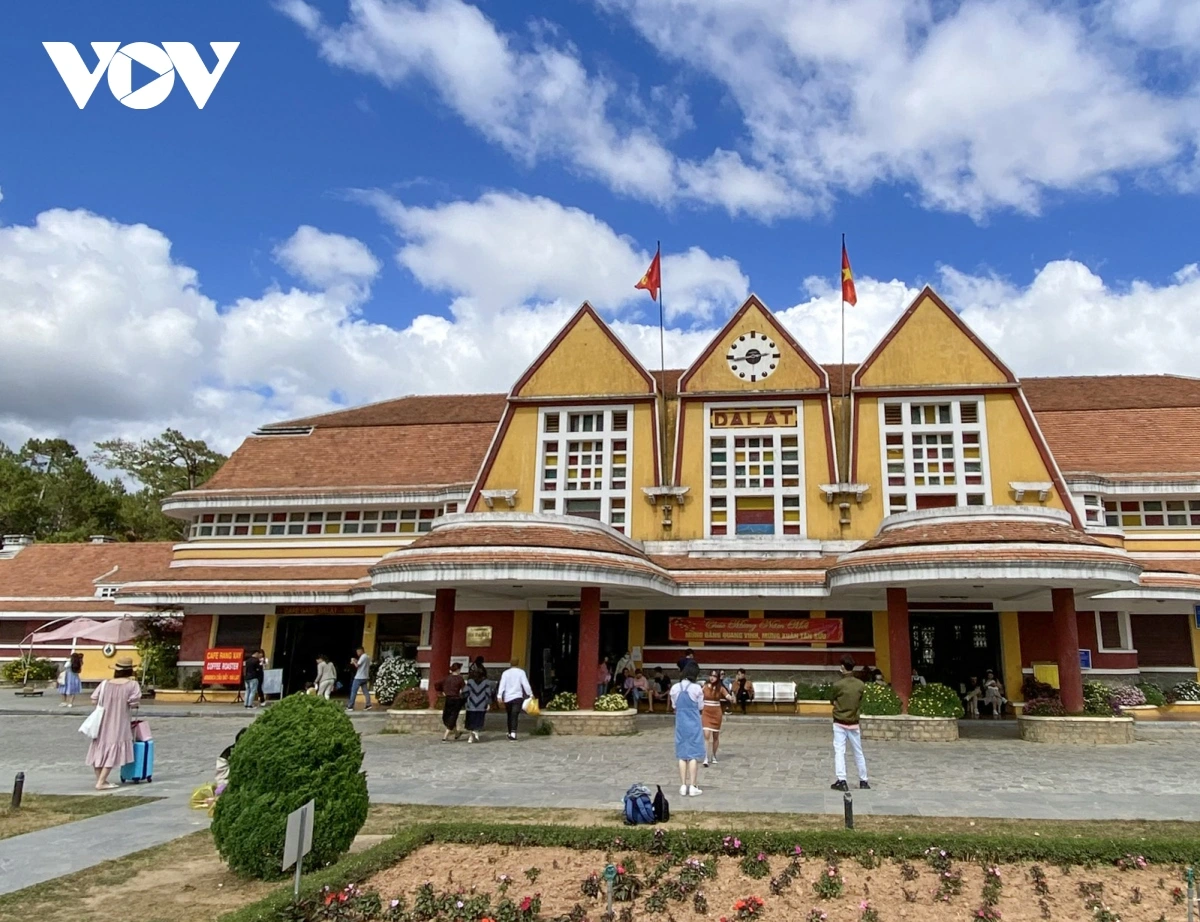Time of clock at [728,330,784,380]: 2:43
